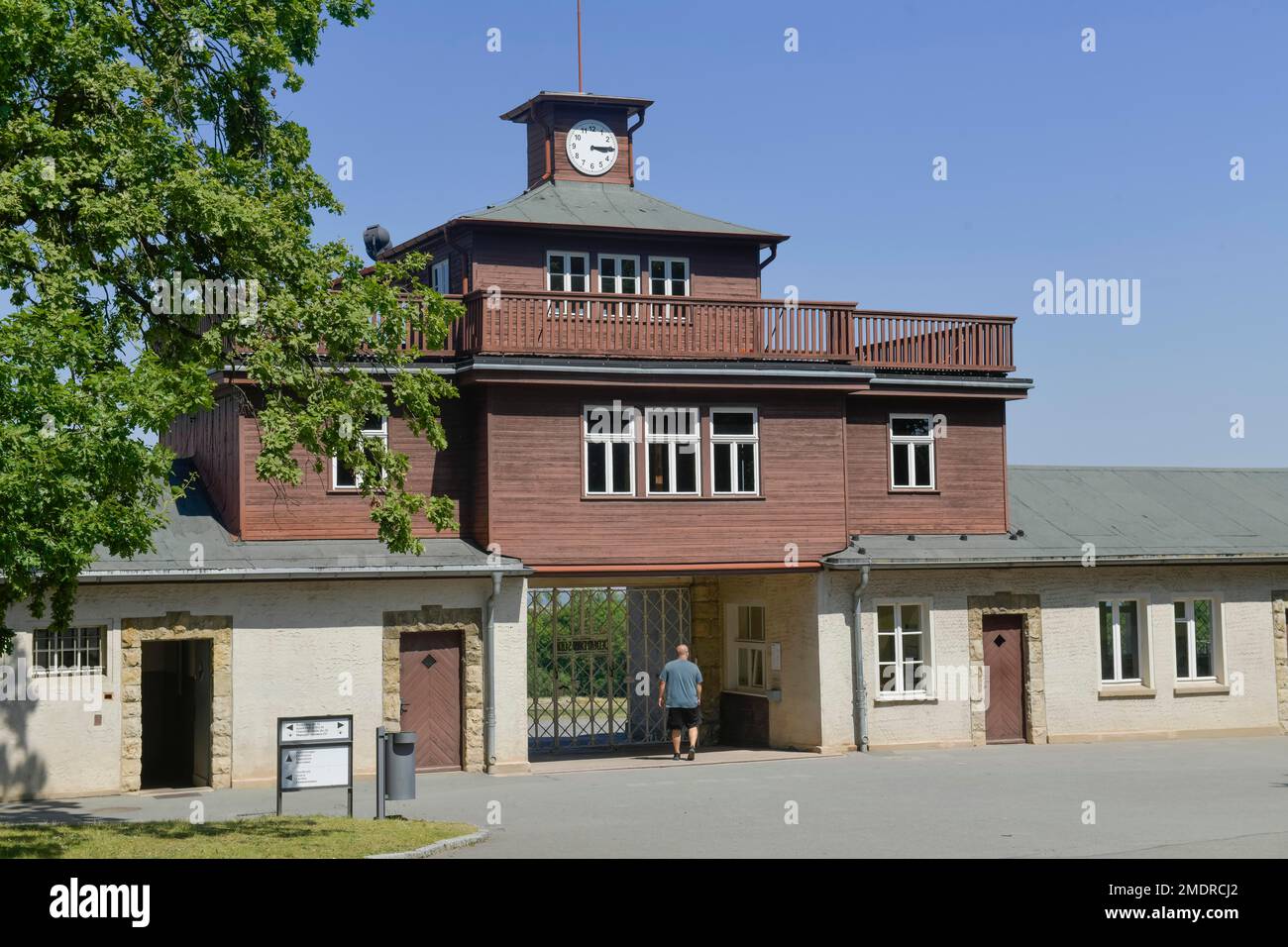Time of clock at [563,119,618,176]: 3:14
